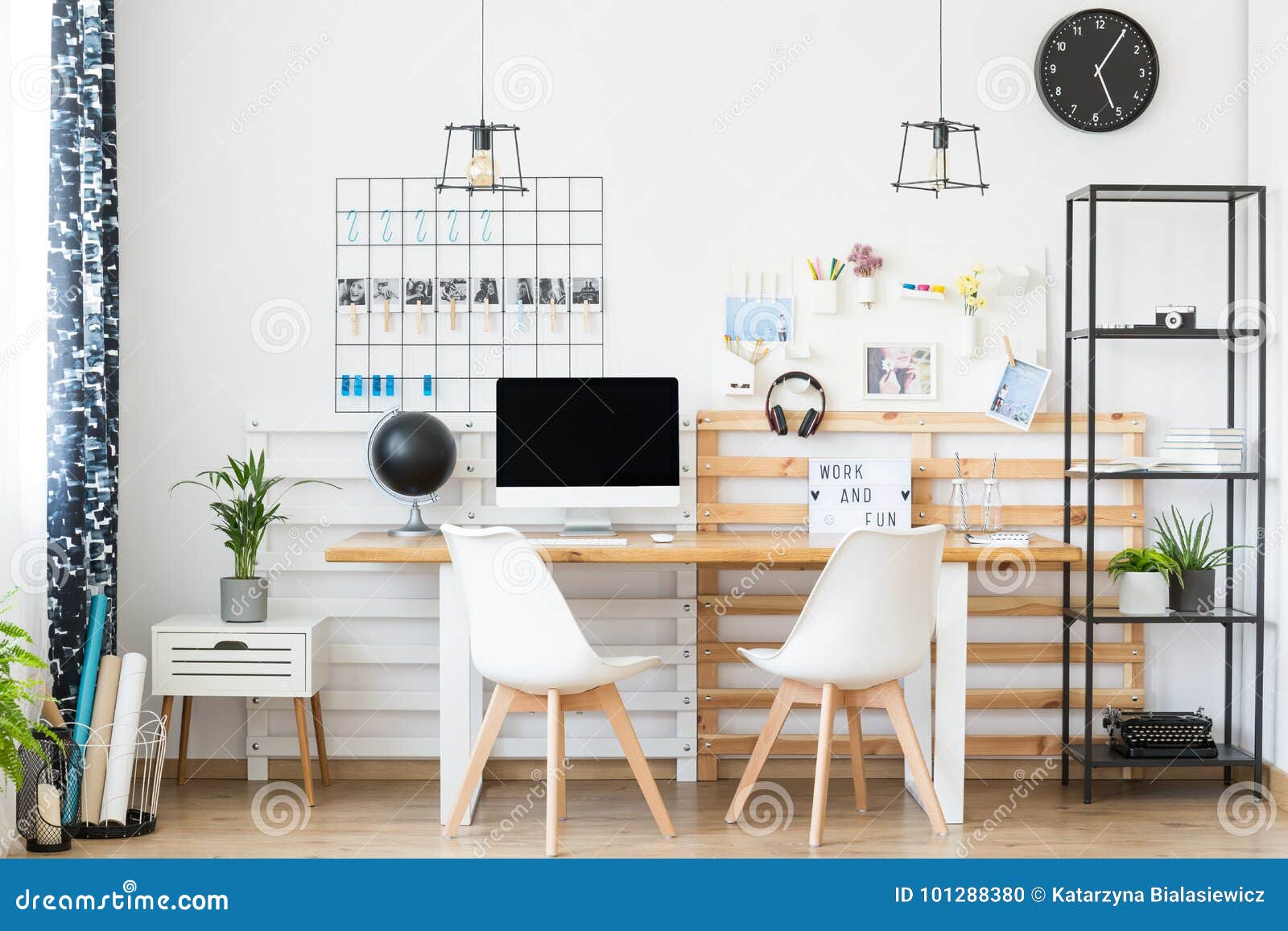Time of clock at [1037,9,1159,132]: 5:05
